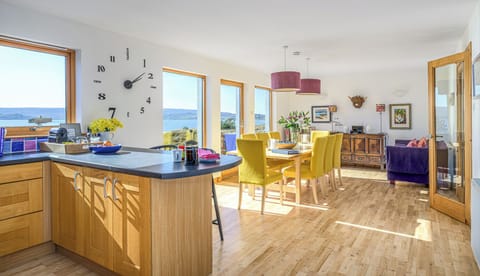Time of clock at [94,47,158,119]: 2:08
